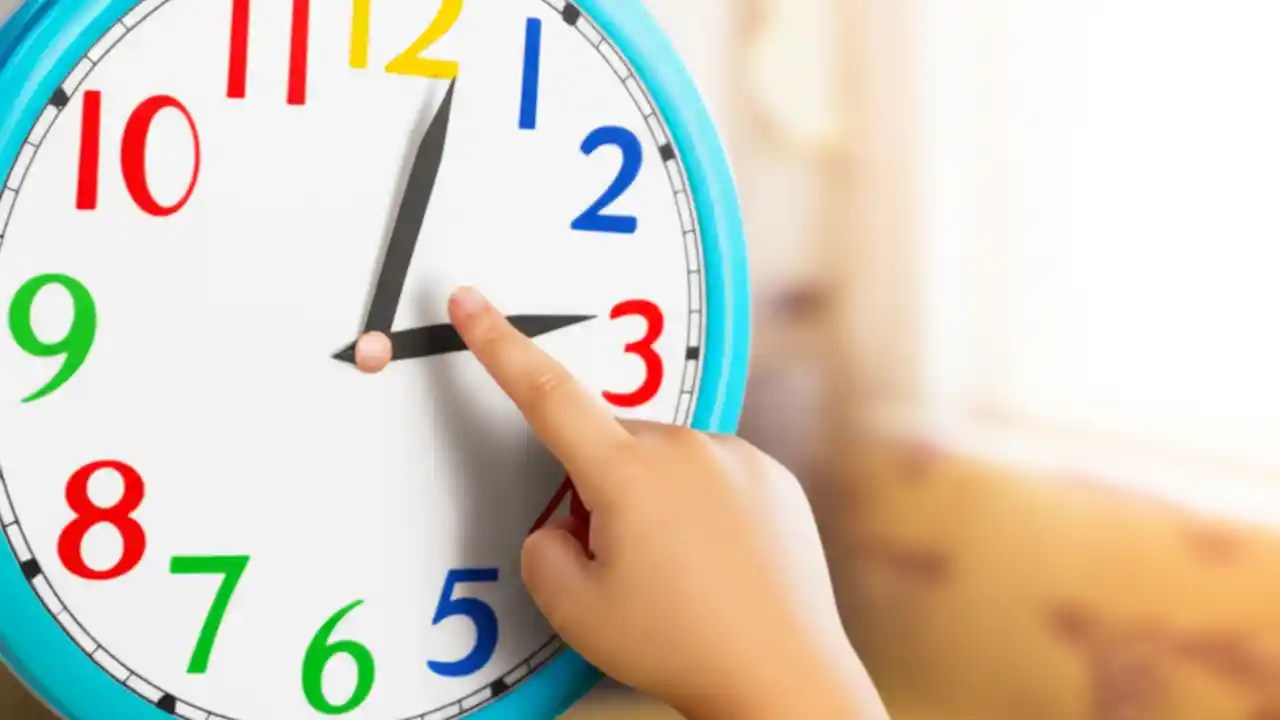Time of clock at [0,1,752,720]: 3:02
